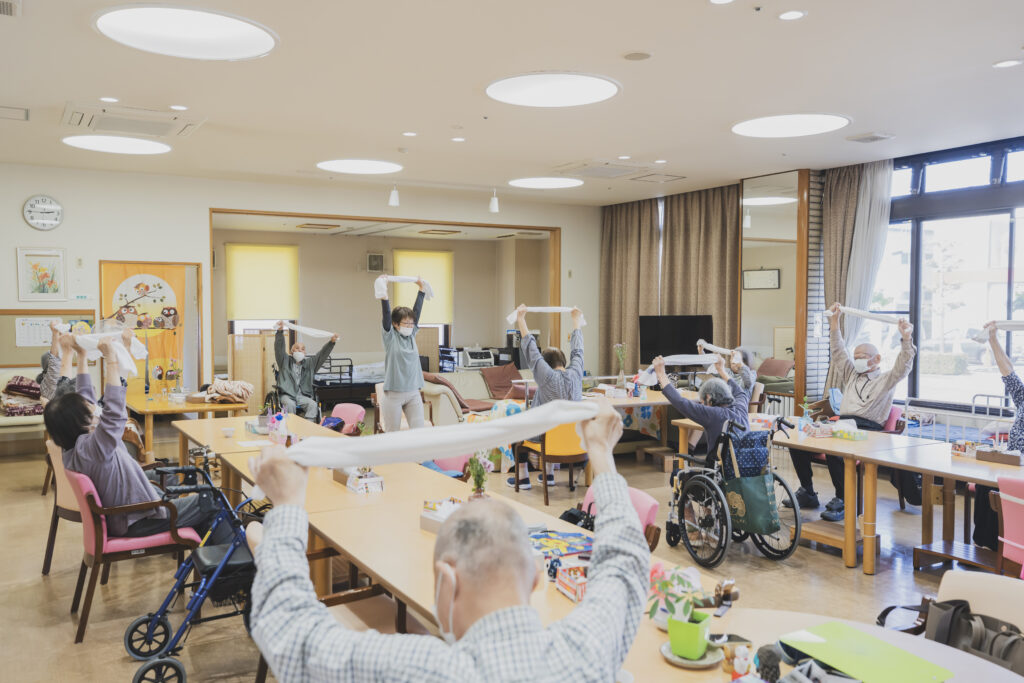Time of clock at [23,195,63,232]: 2:45
